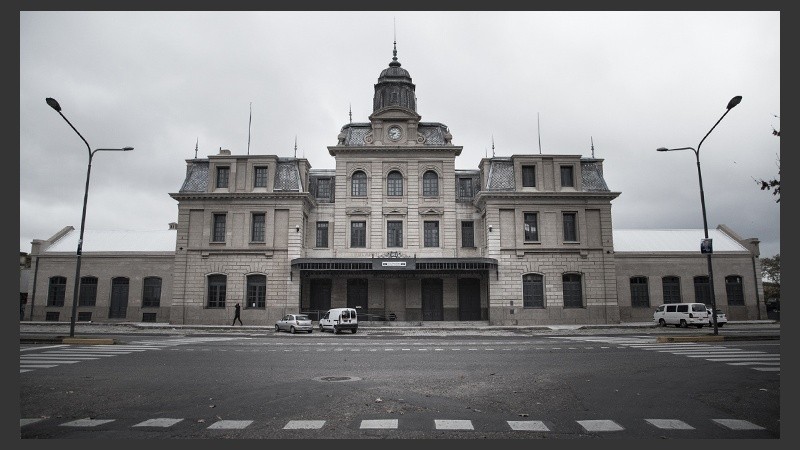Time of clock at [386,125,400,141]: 7:46
